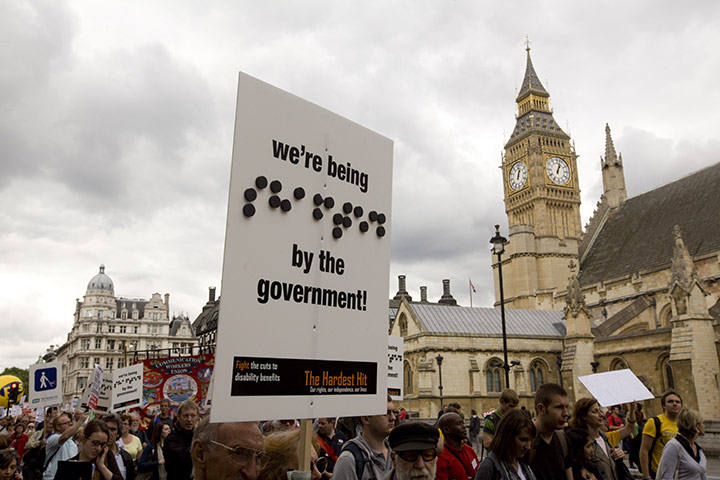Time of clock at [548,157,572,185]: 1:02
